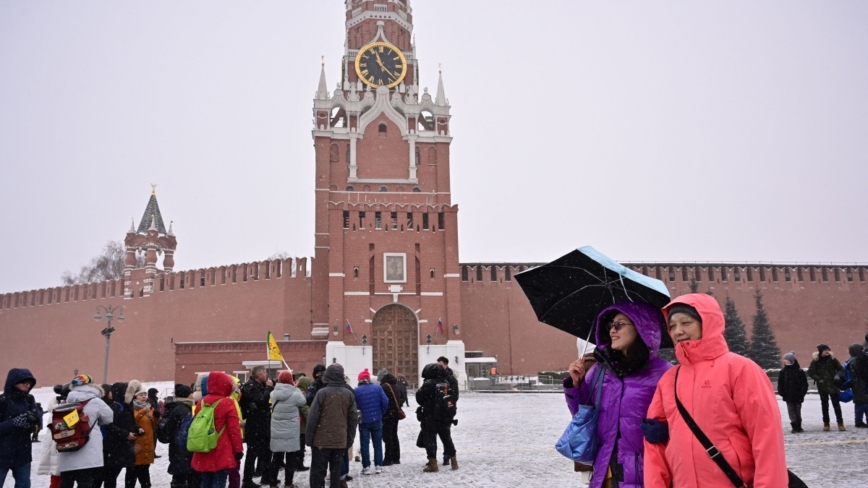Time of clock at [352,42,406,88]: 11:22
